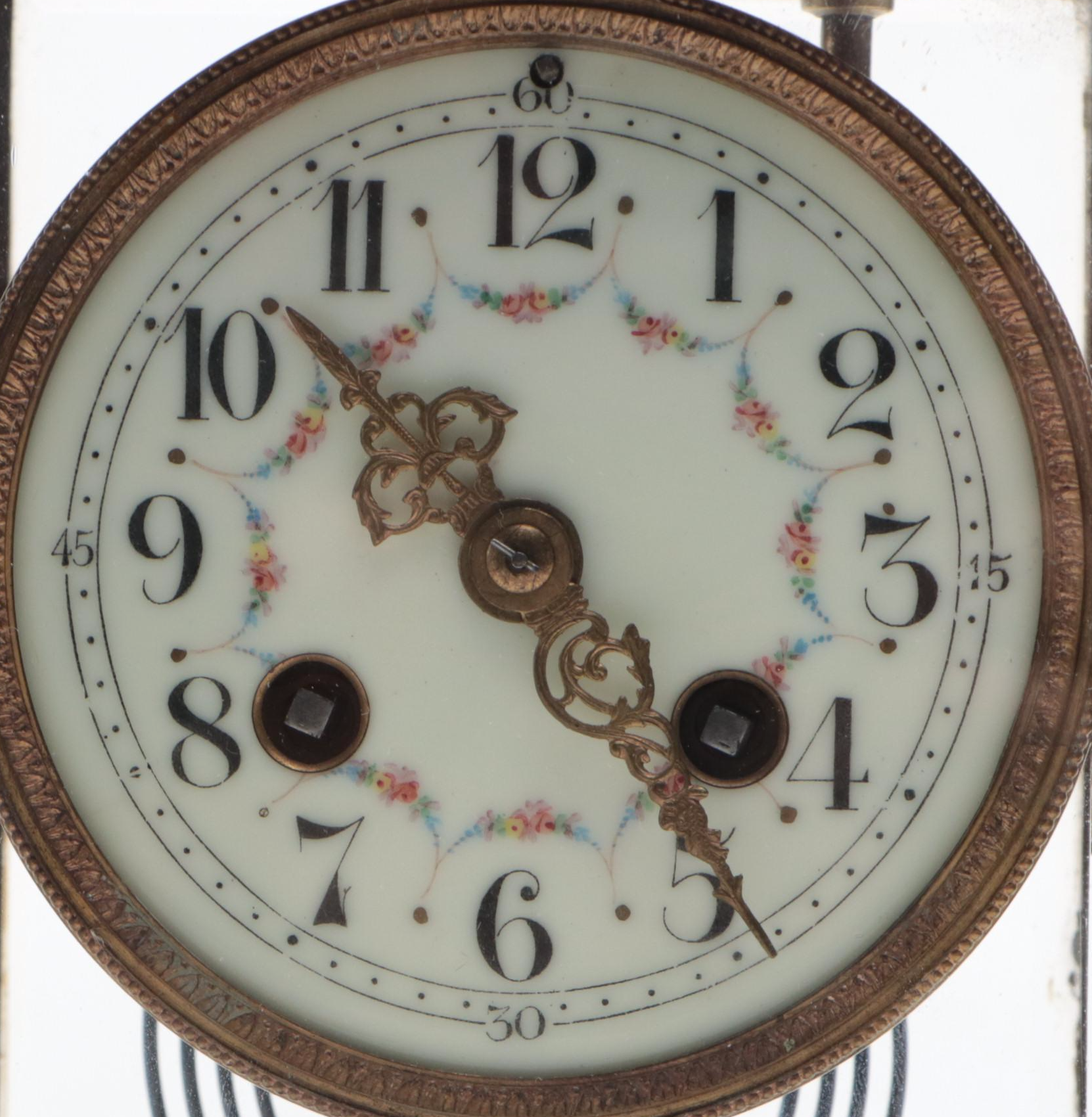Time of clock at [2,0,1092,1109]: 4:52
